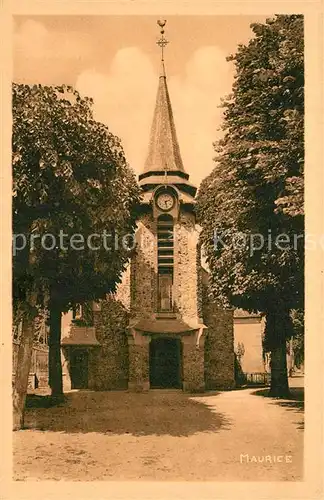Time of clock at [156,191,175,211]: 2:27
